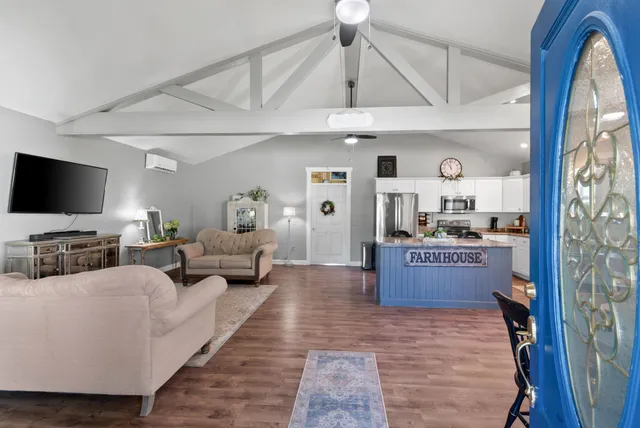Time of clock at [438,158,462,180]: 10:59
